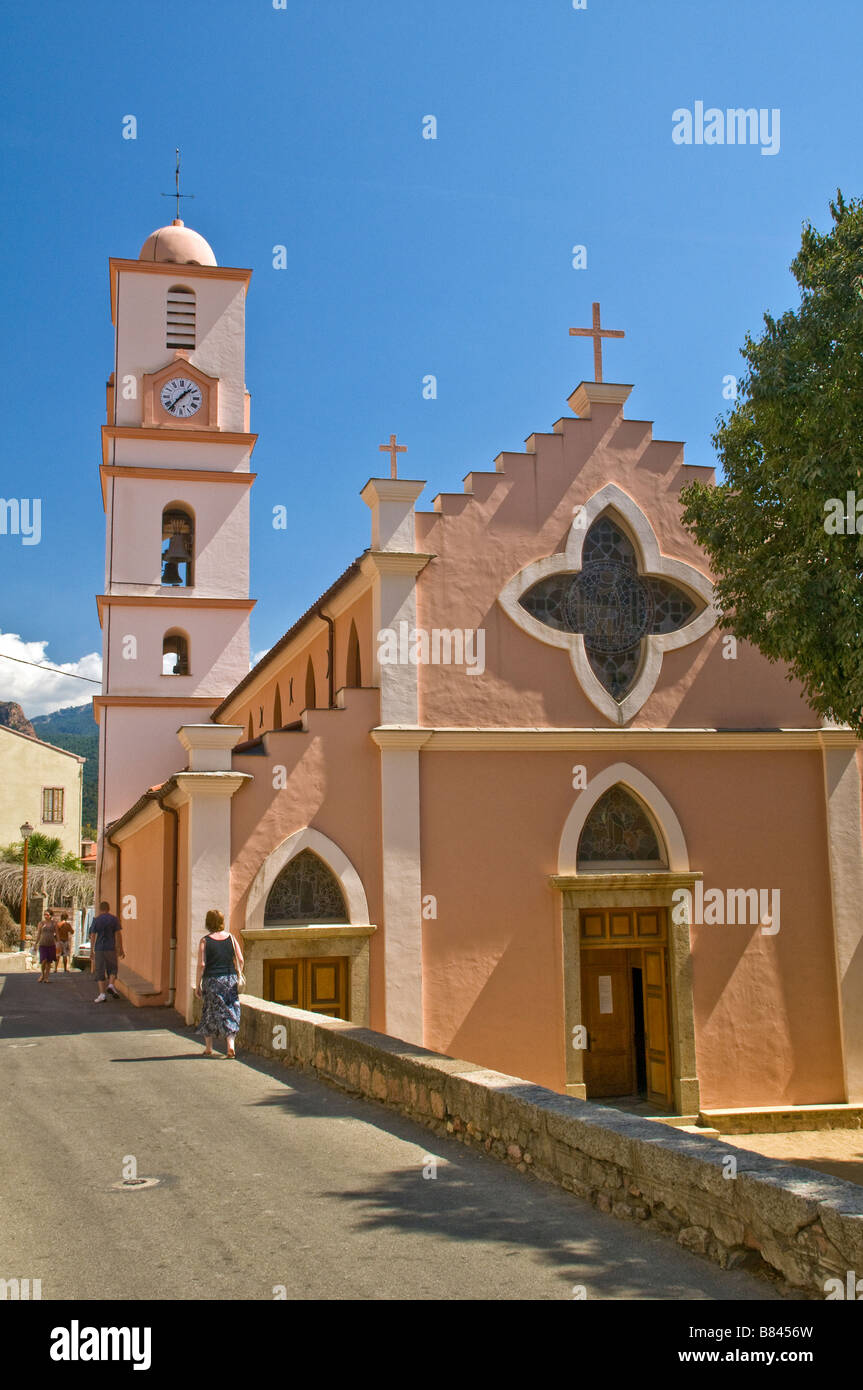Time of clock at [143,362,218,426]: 1:36
